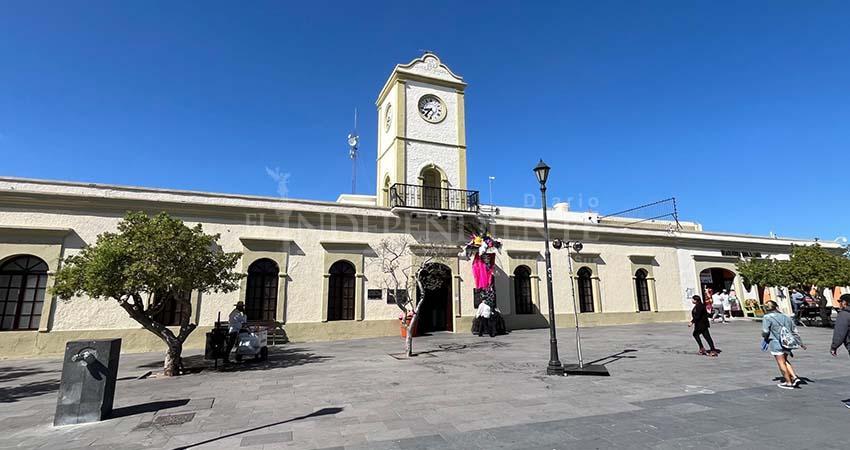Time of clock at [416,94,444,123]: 8:36
